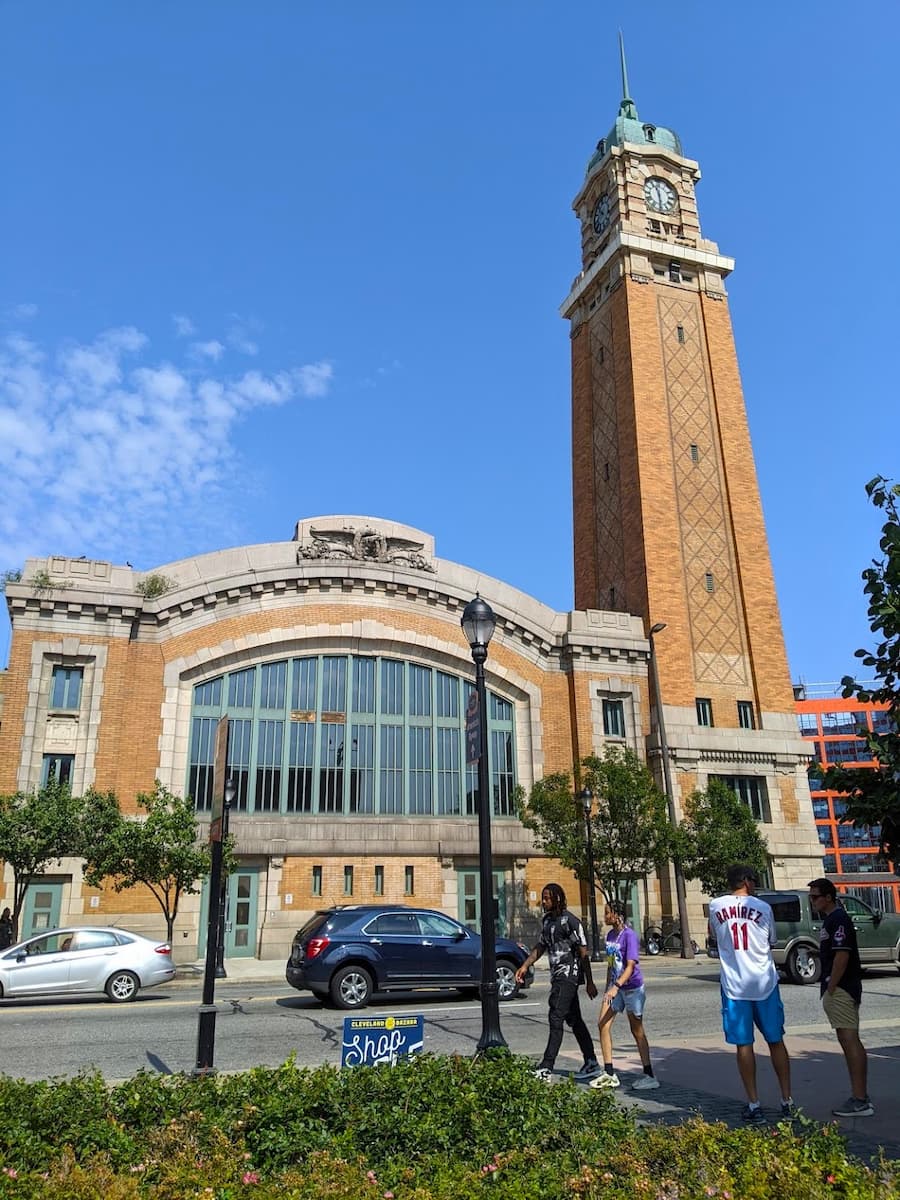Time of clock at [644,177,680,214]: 11:29
